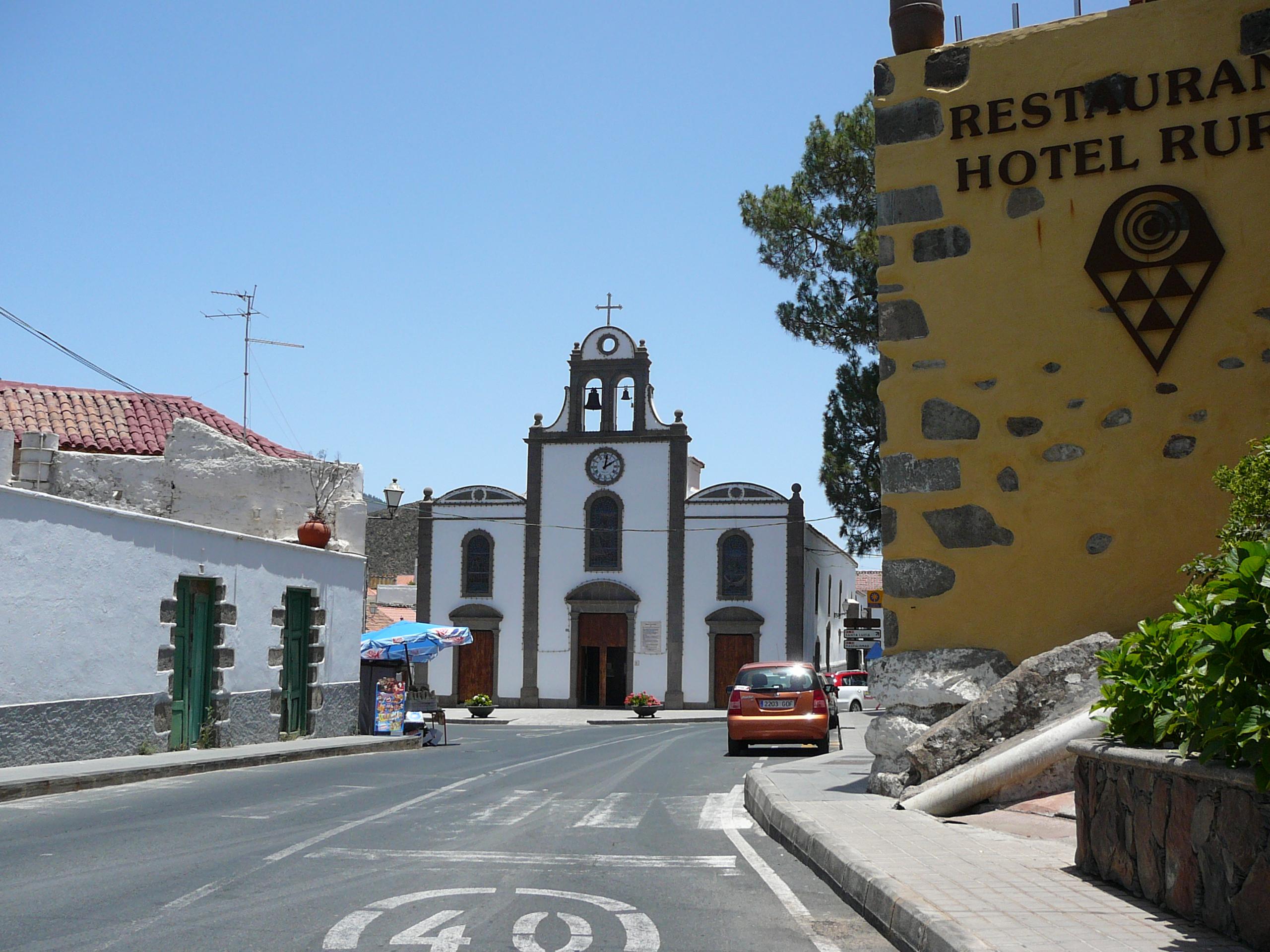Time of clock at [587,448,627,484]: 2:01
